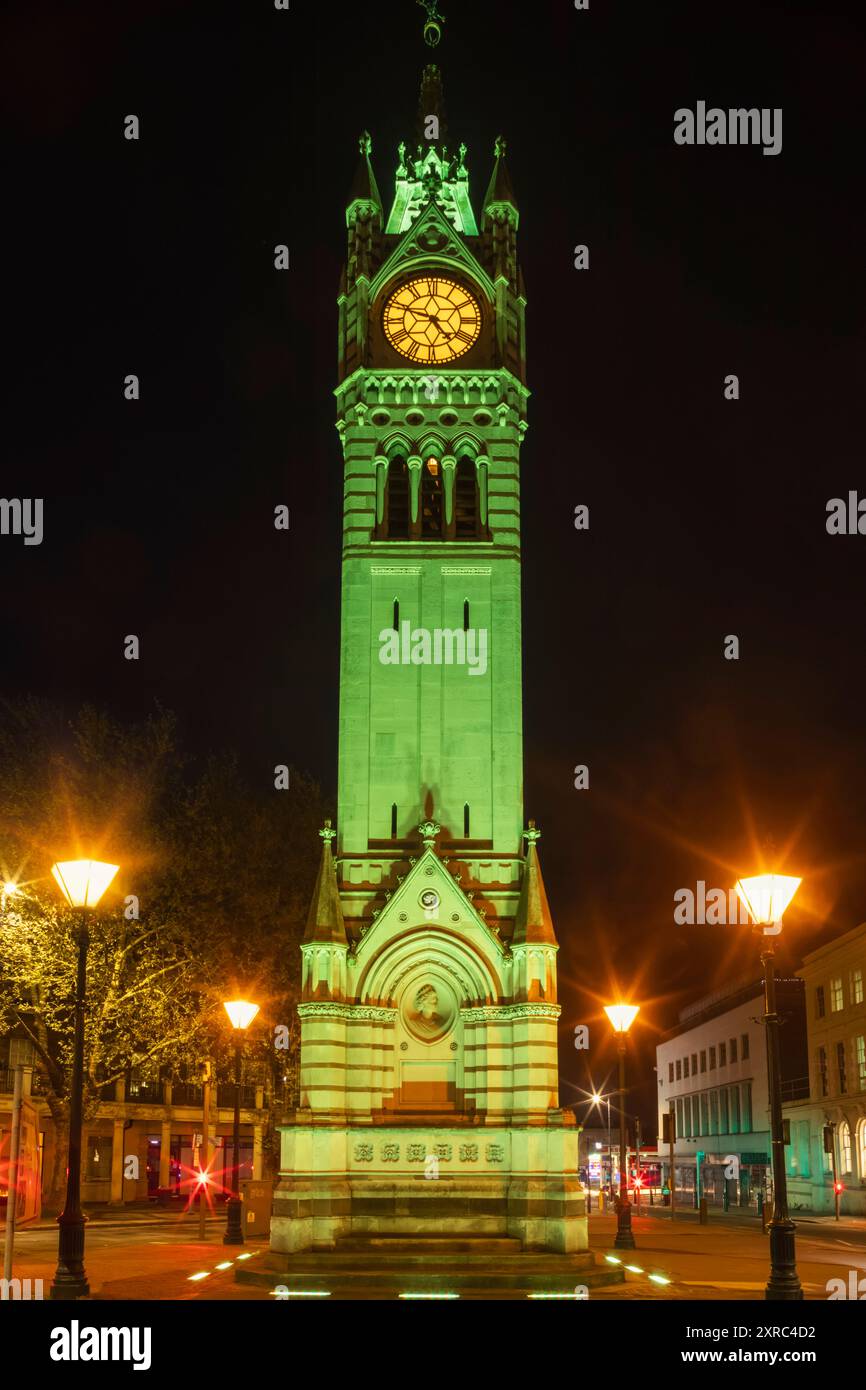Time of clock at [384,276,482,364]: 4:48
